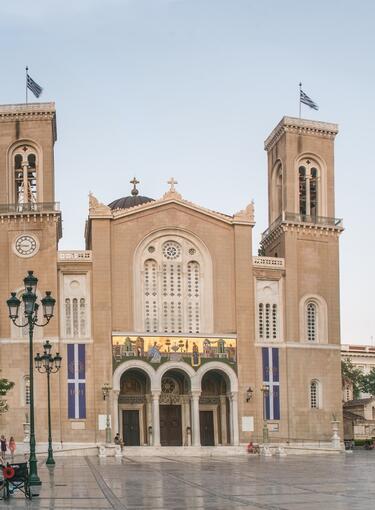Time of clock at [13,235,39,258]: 8:46
